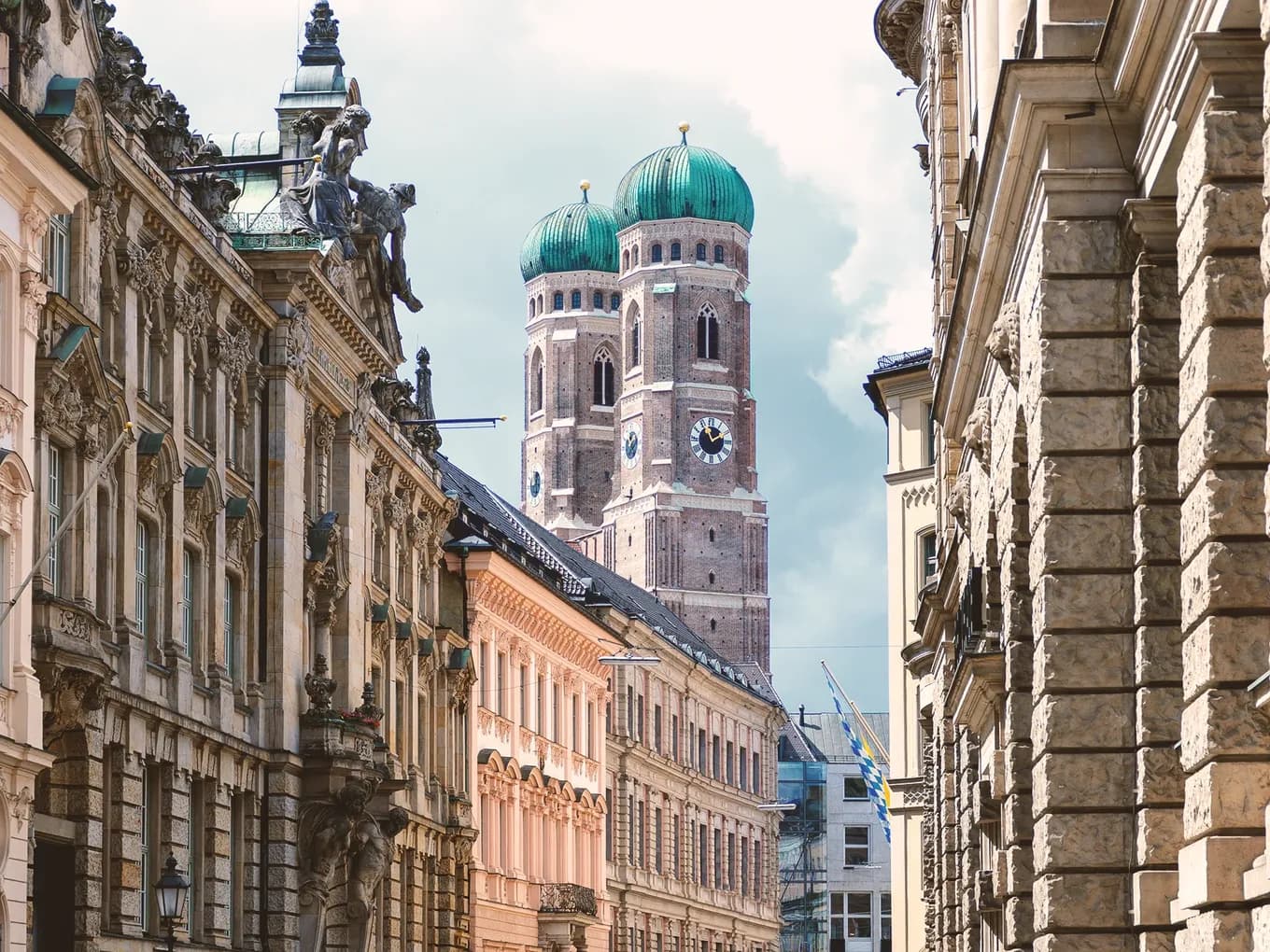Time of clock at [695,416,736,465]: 1:56
